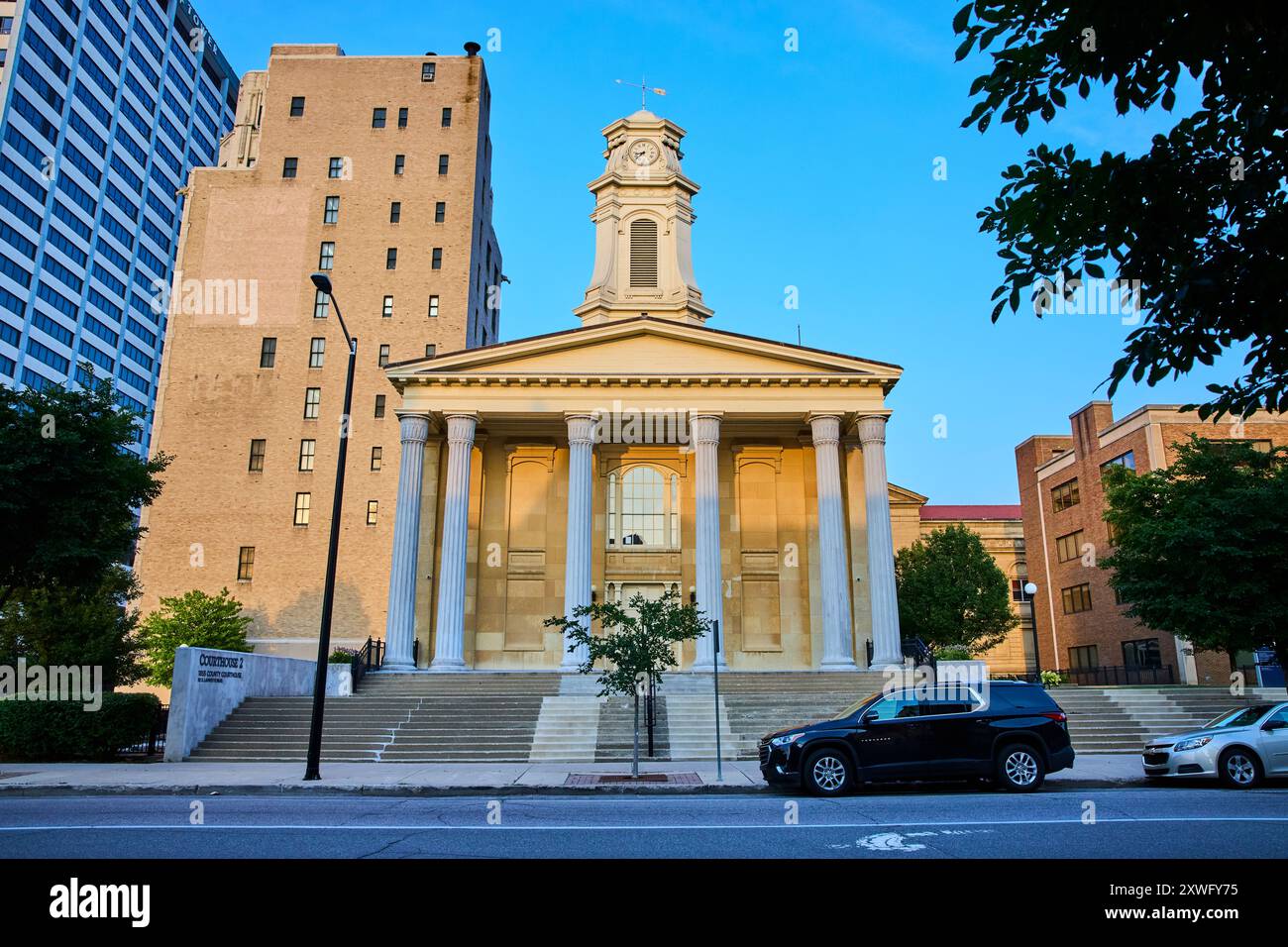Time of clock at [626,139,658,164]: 8:38
